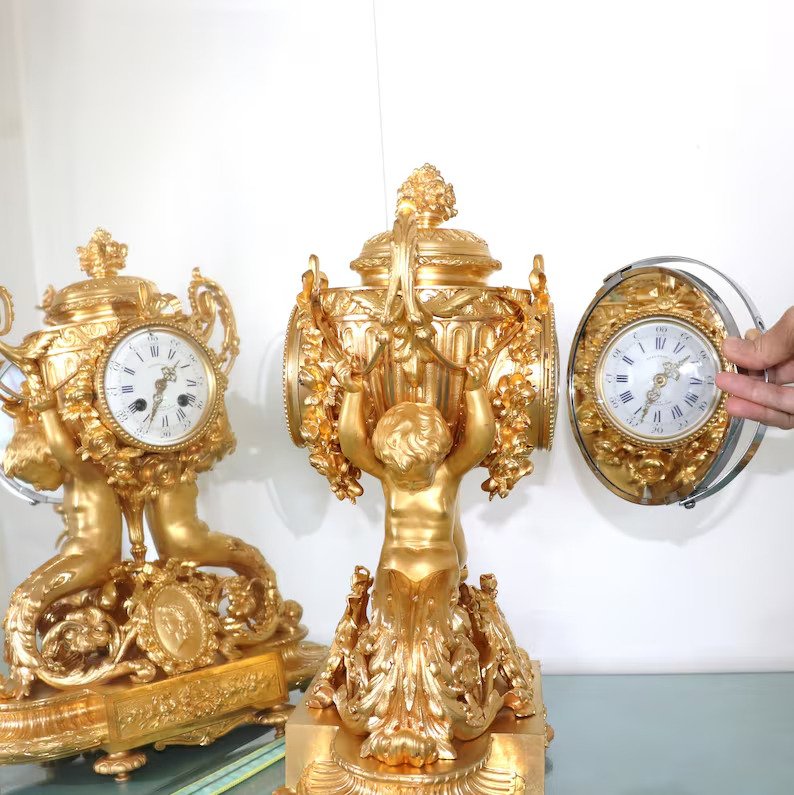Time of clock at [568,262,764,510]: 1:33
